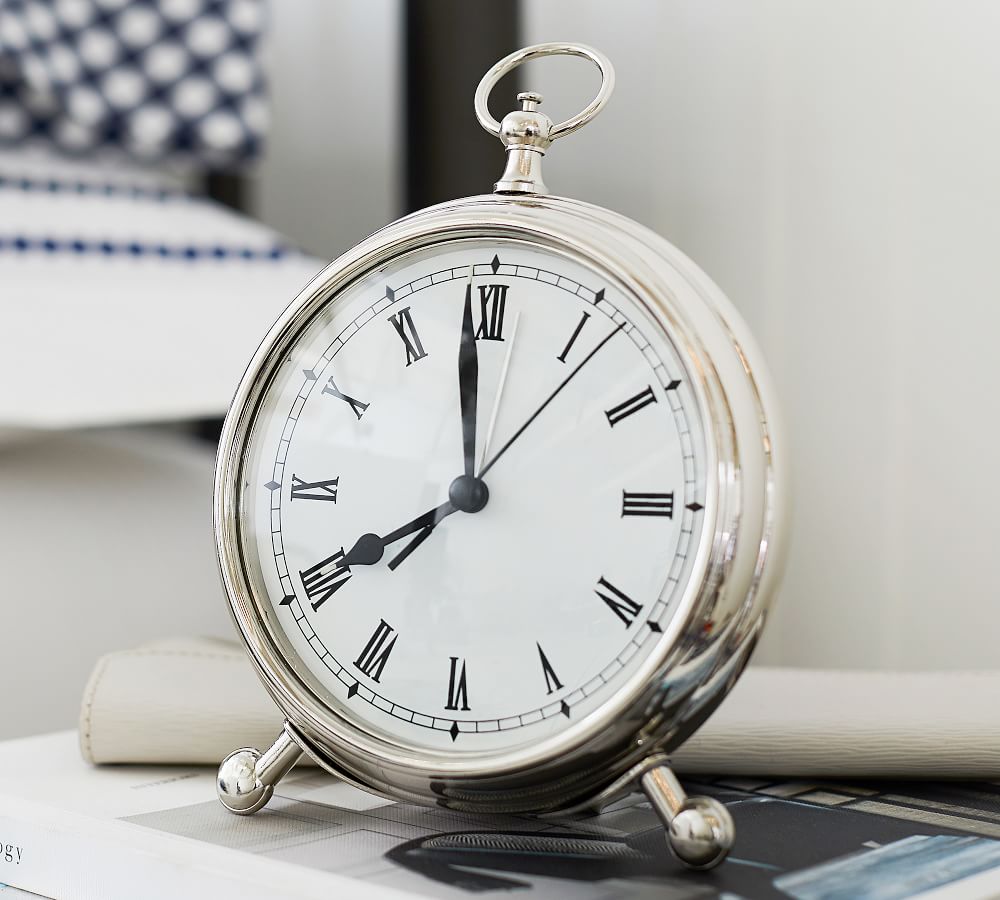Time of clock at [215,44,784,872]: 7:58
